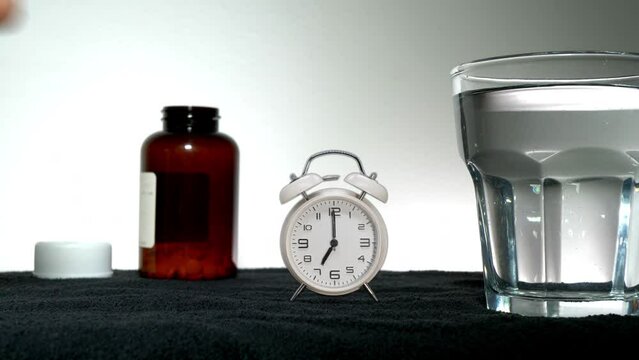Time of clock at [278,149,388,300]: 7:00
